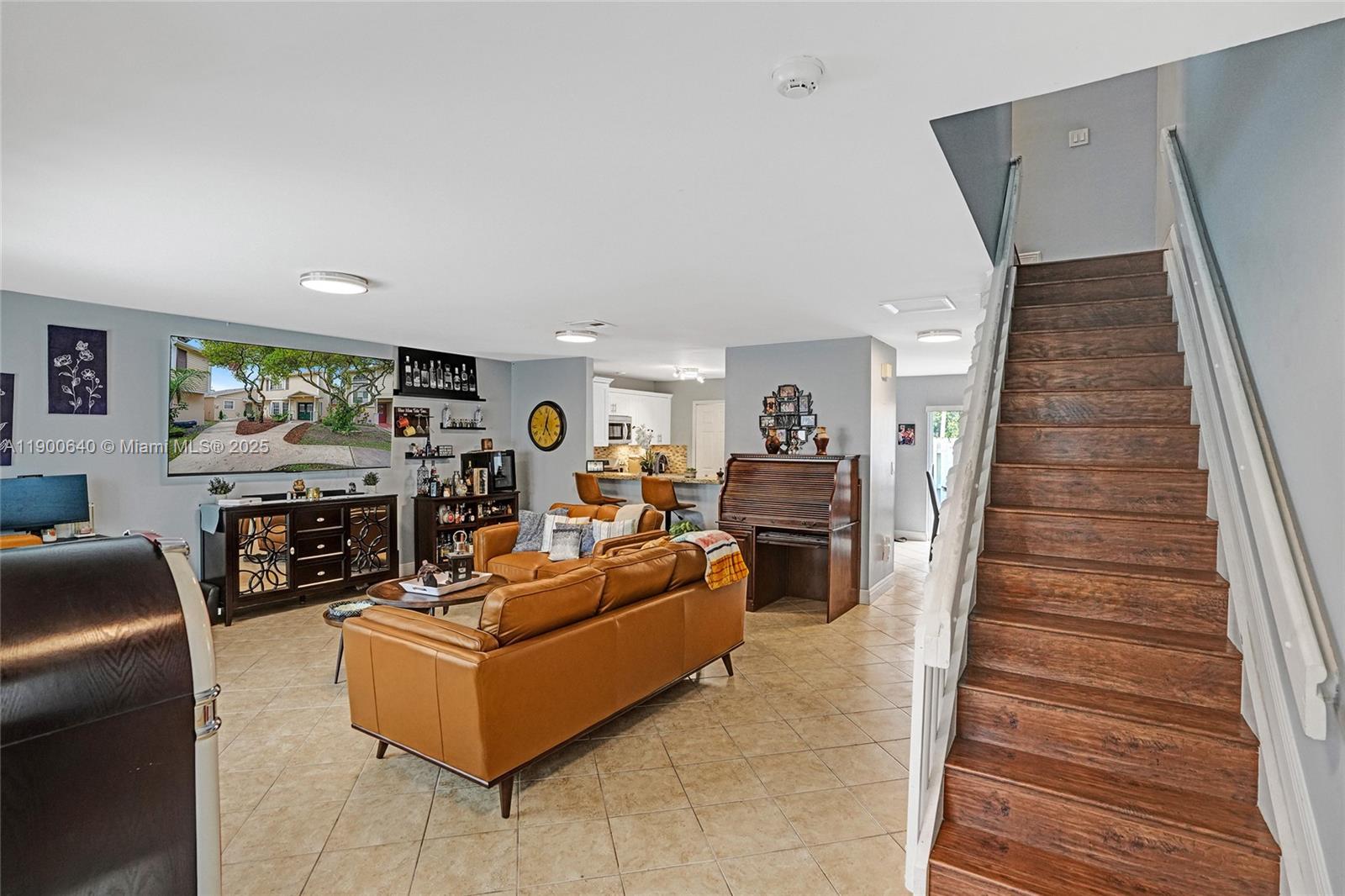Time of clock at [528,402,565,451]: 5:02
